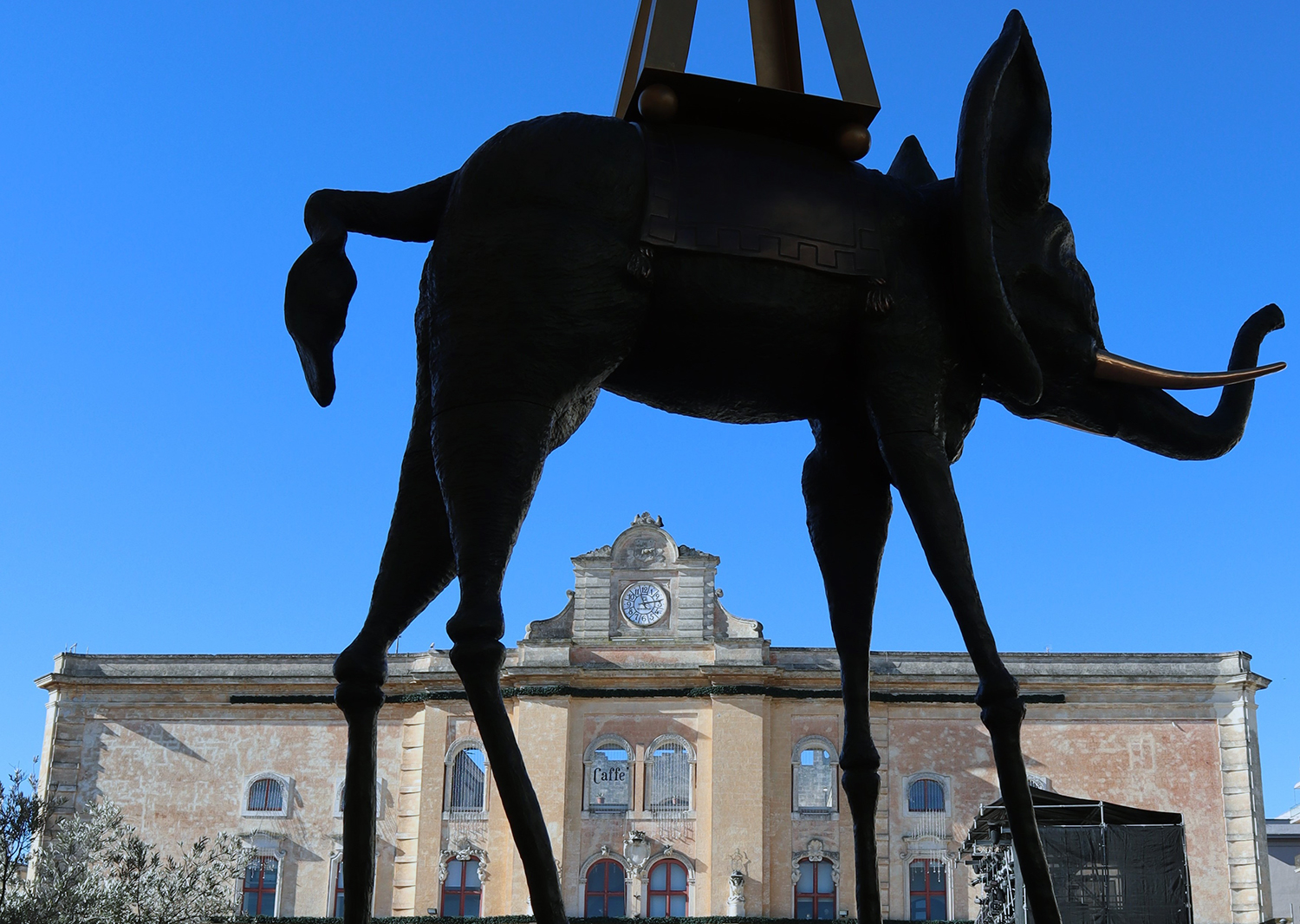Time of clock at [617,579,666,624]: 11:13
